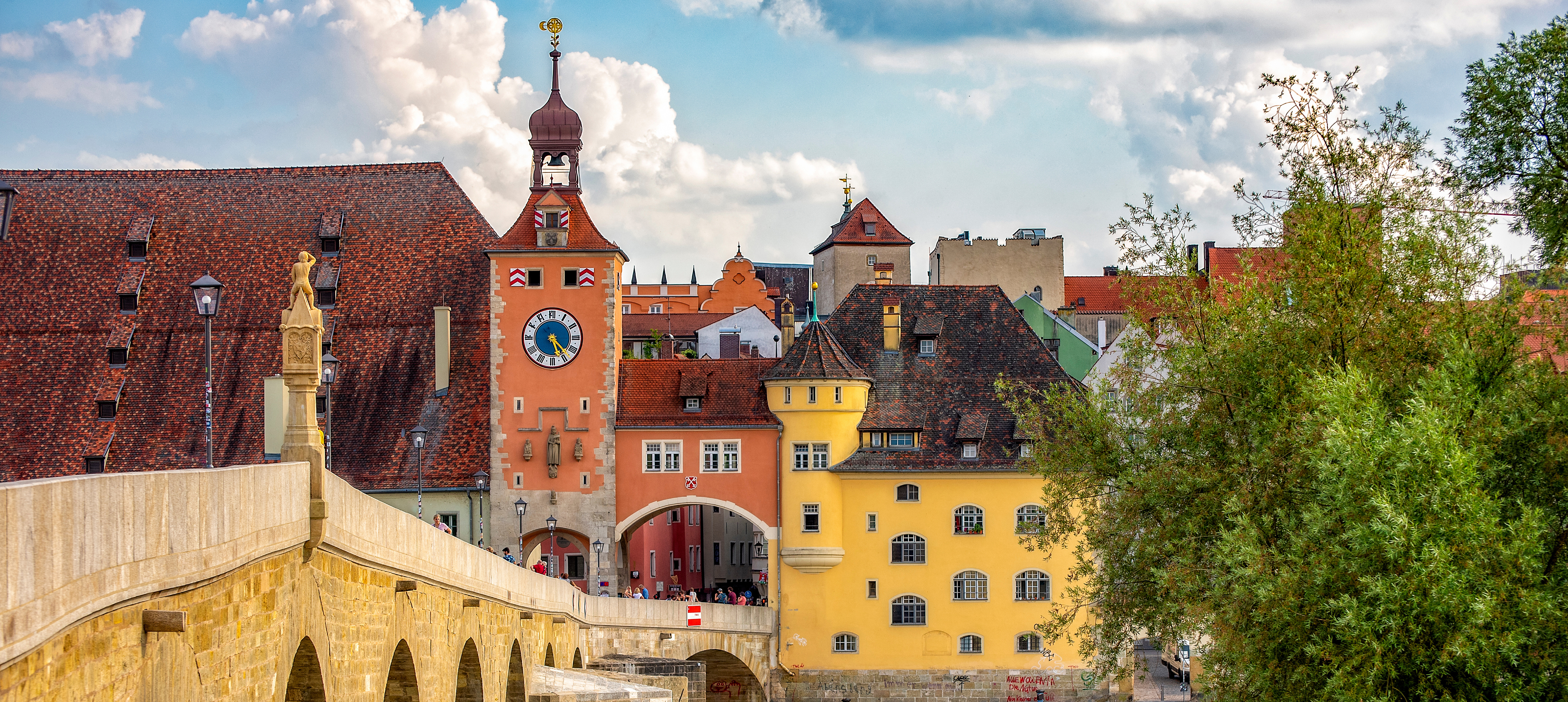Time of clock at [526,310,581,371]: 5:22
